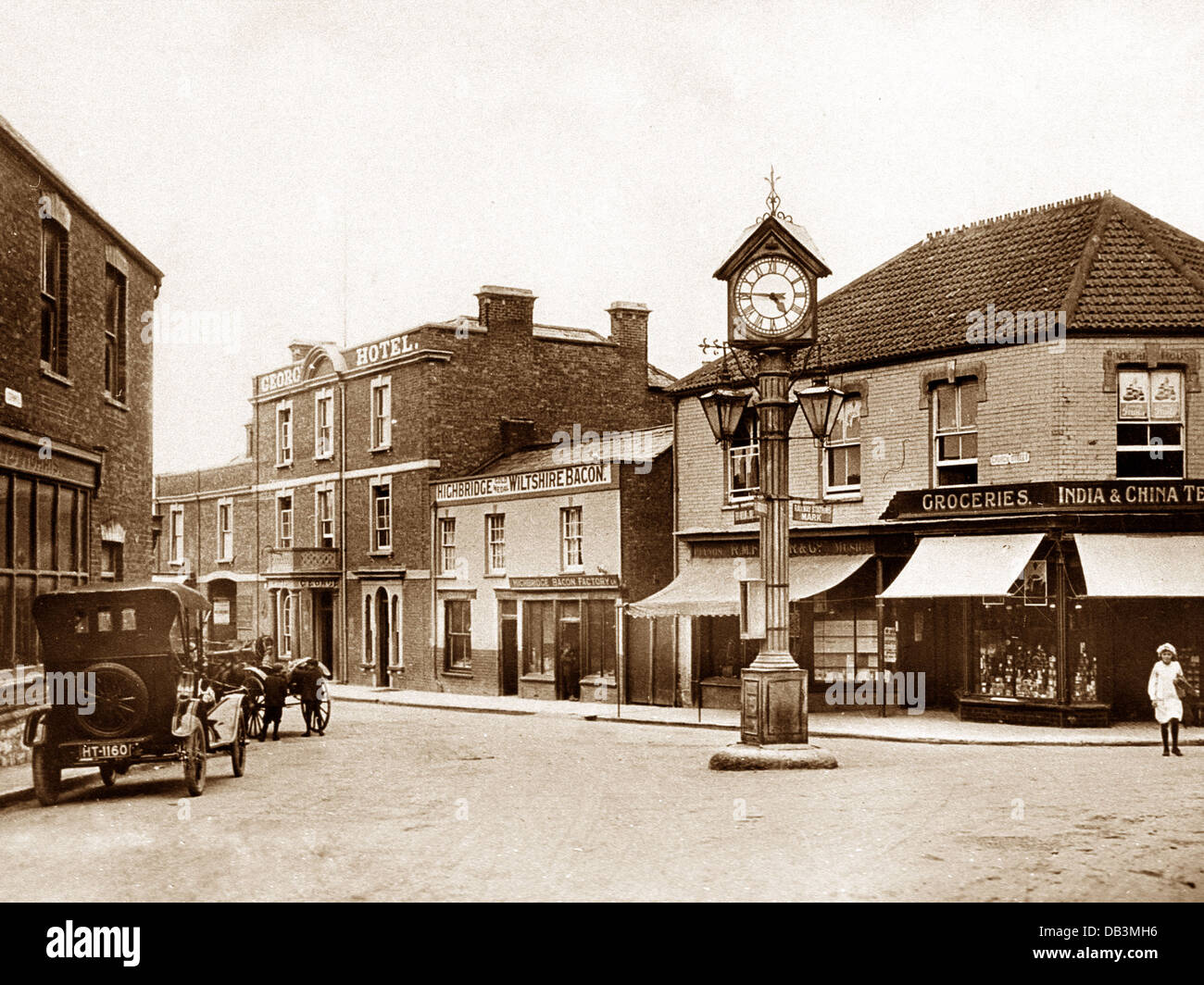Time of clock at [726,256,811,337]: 4:46
